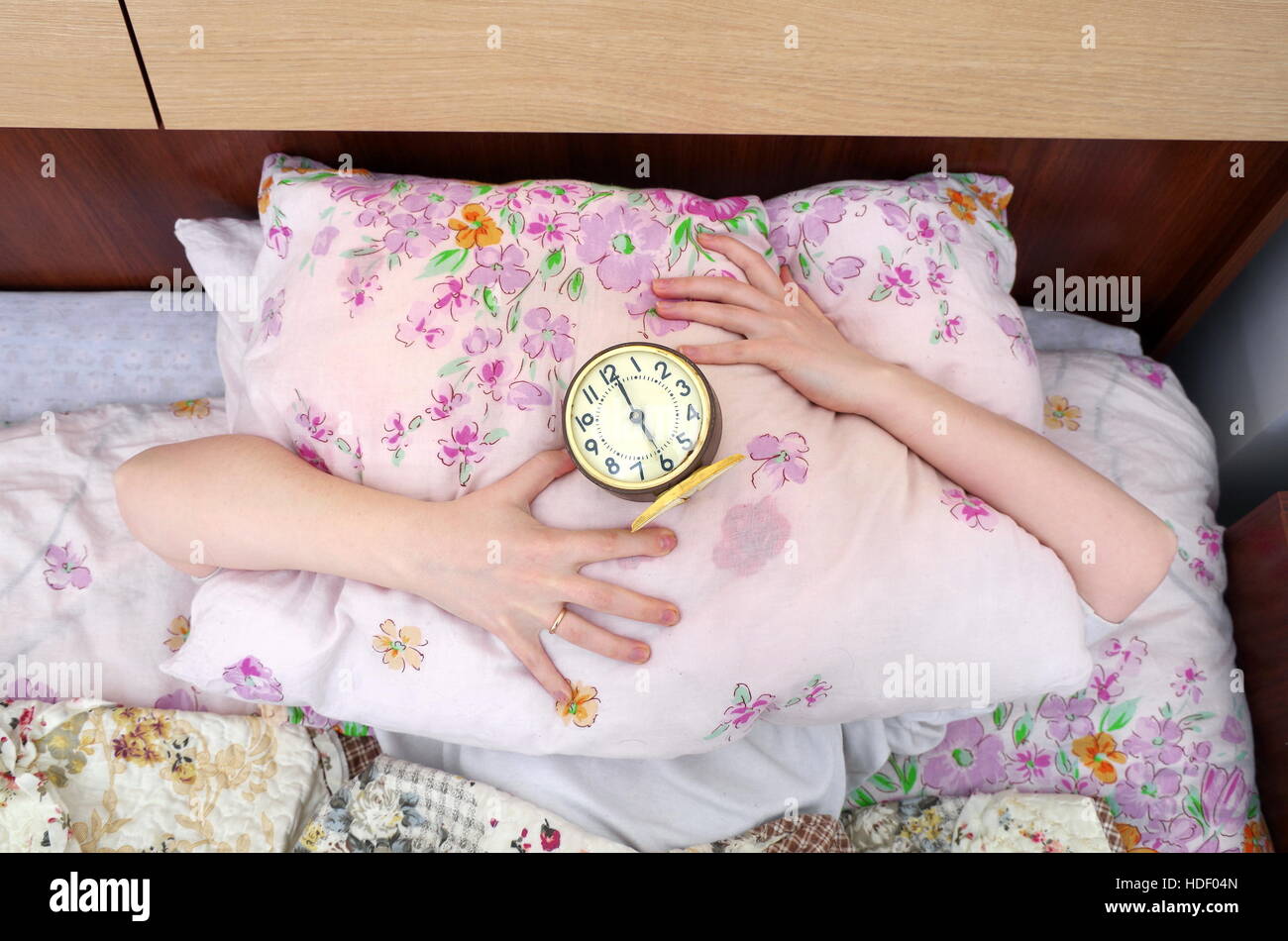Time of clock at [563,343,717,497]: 11:25
